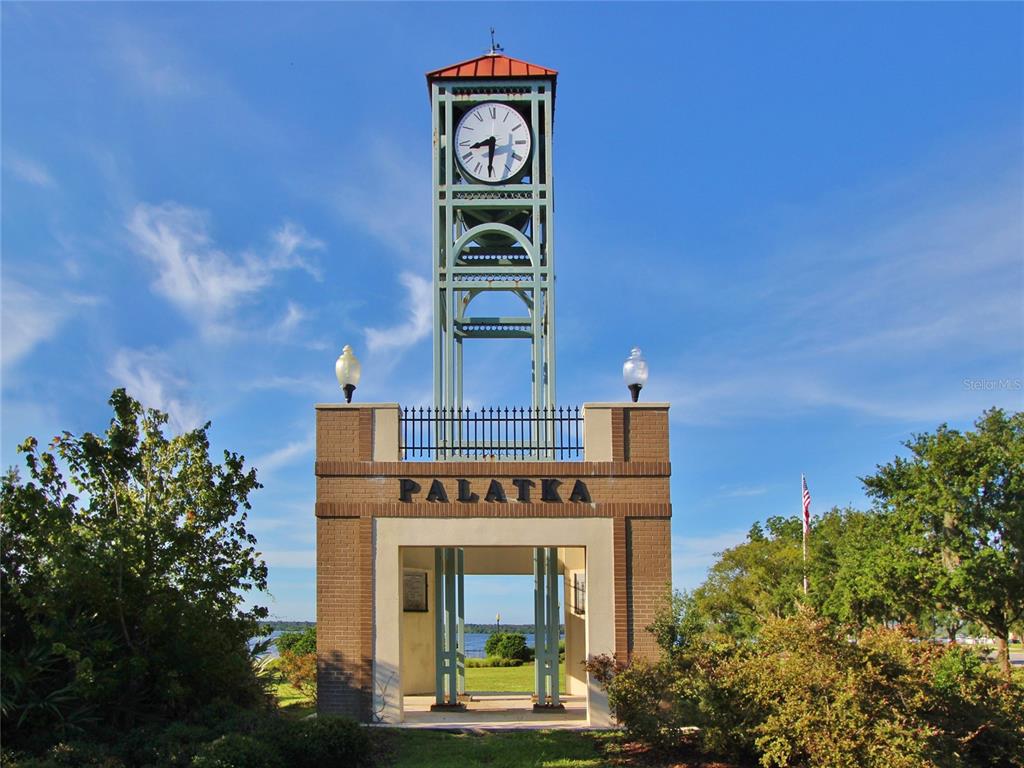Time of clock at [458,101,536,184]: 8:30
